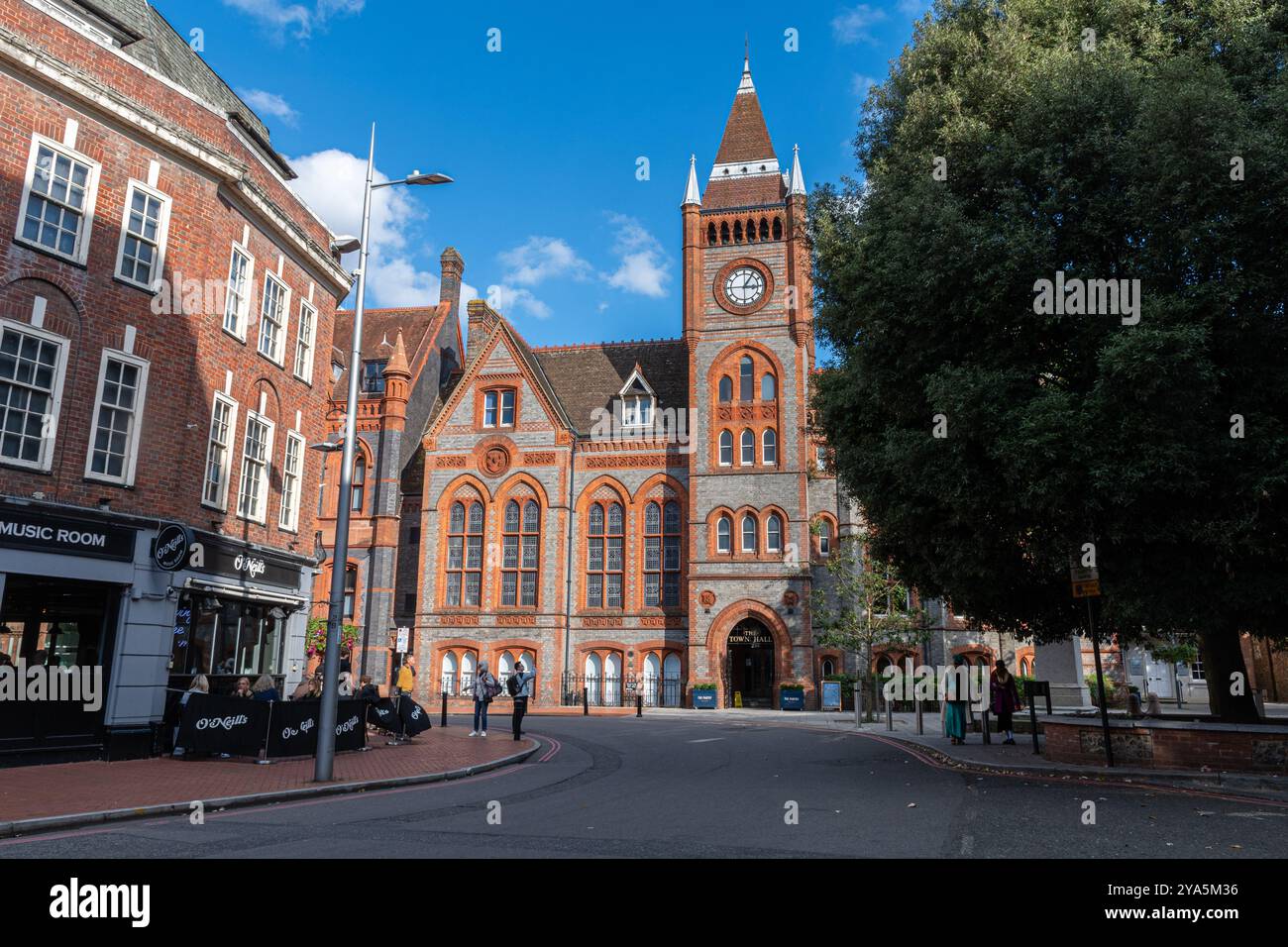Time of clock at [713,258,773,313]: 3:05
